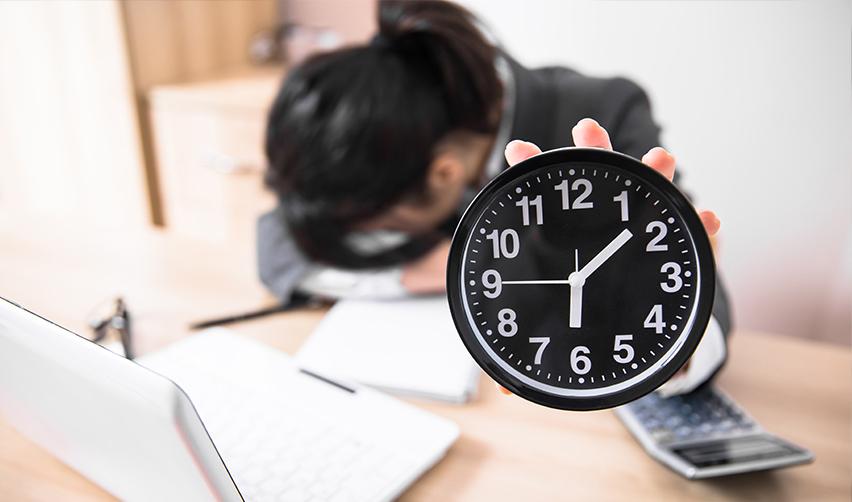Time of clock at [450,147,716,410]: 6:07
